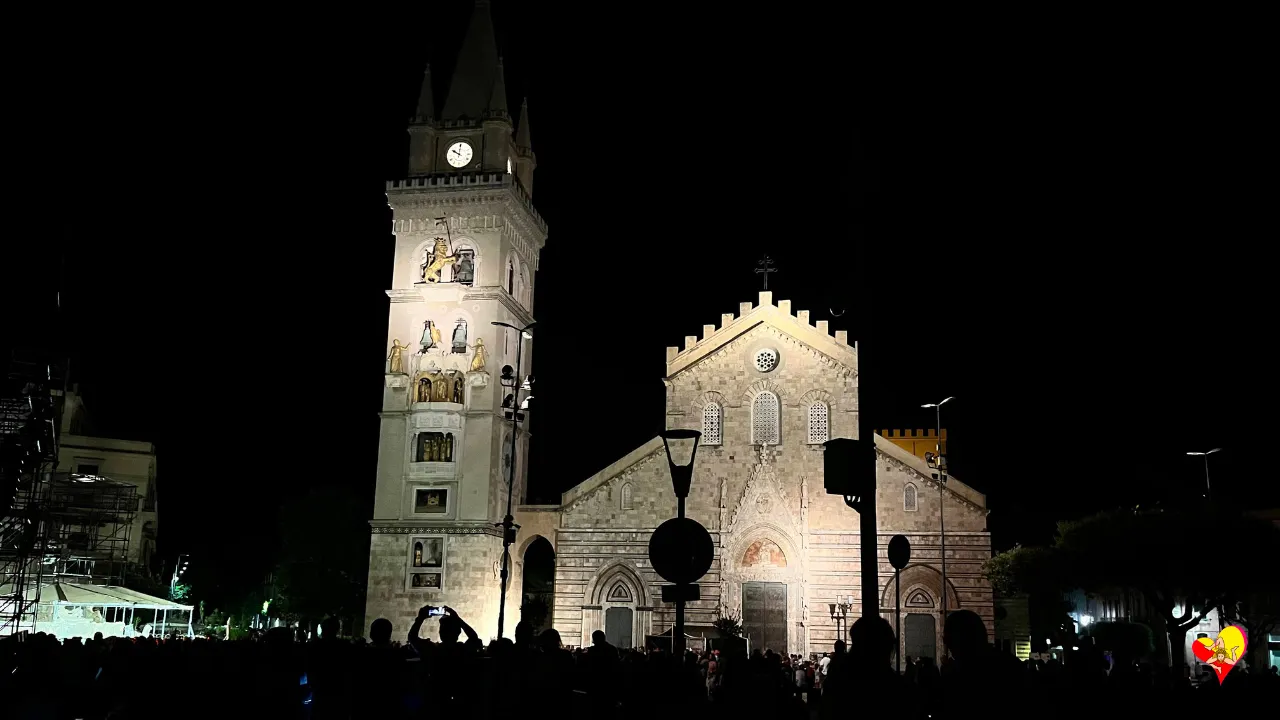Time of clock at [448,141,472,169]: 10:00
